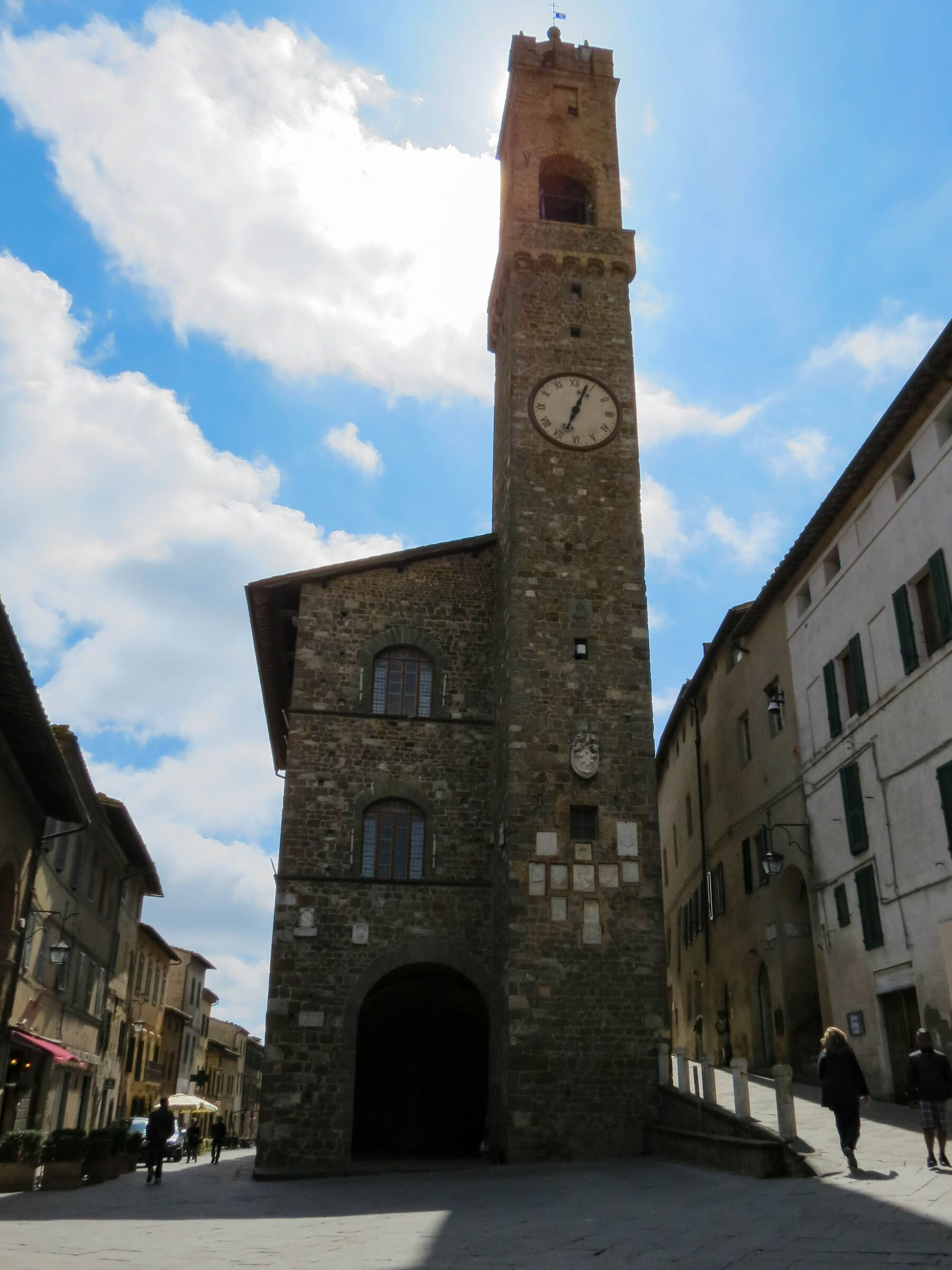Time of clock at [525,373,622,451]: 12:33
